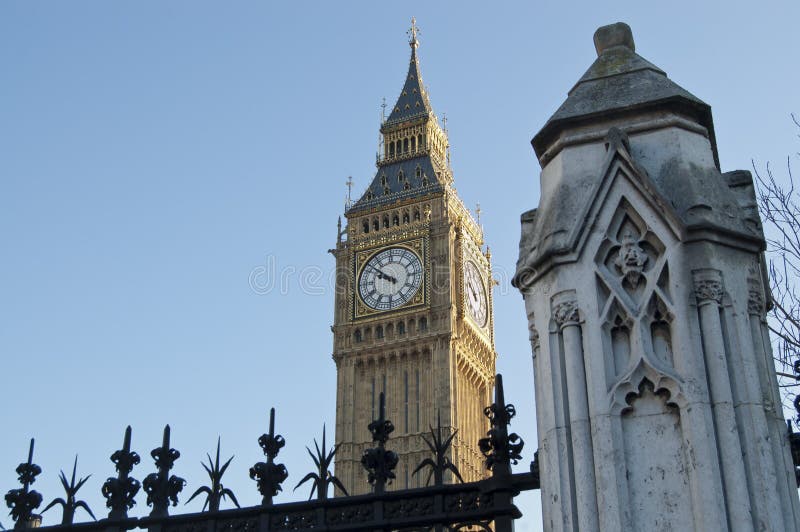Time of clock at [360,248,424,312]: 9:51
